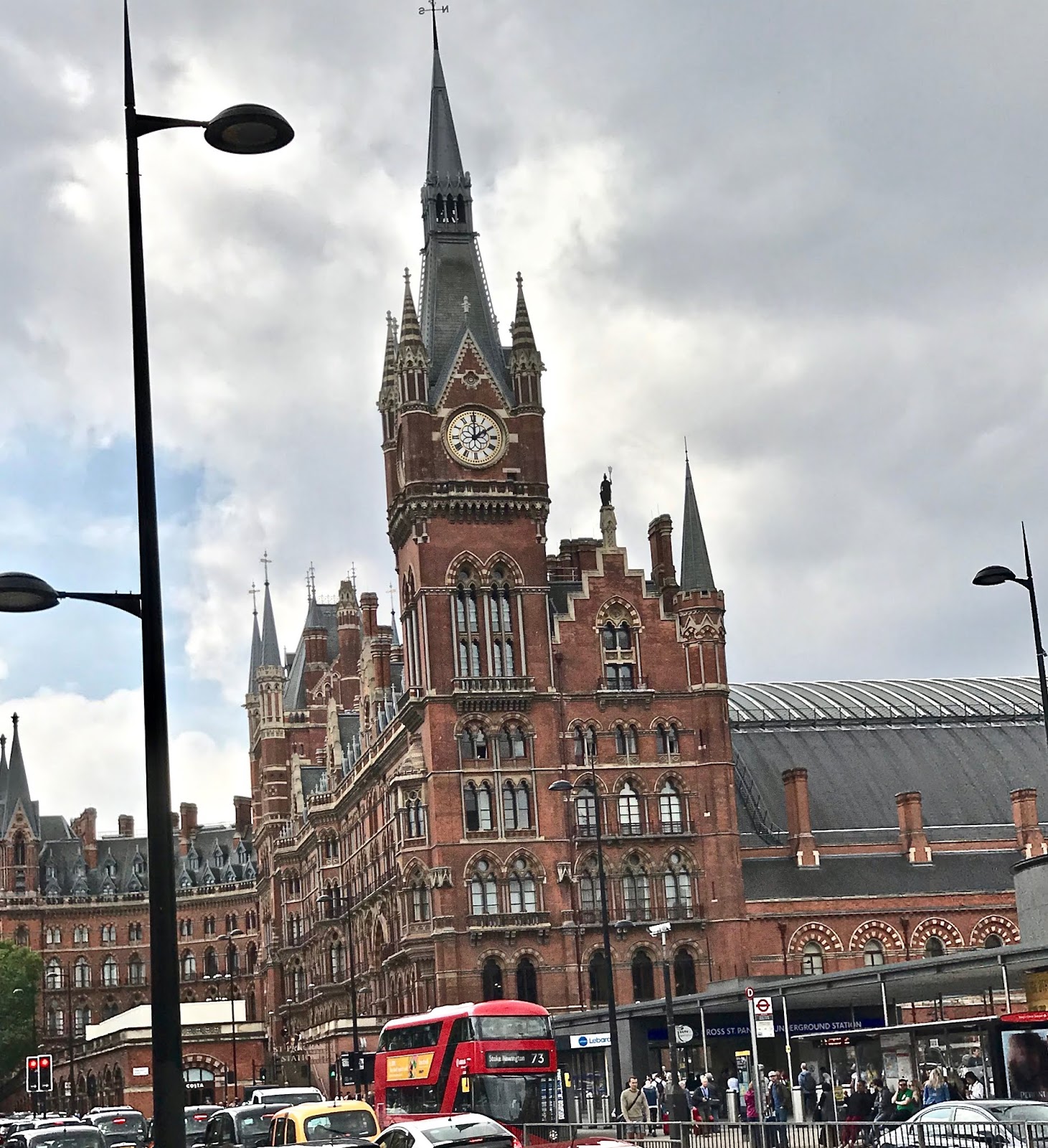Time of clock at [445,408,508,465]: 2:00
